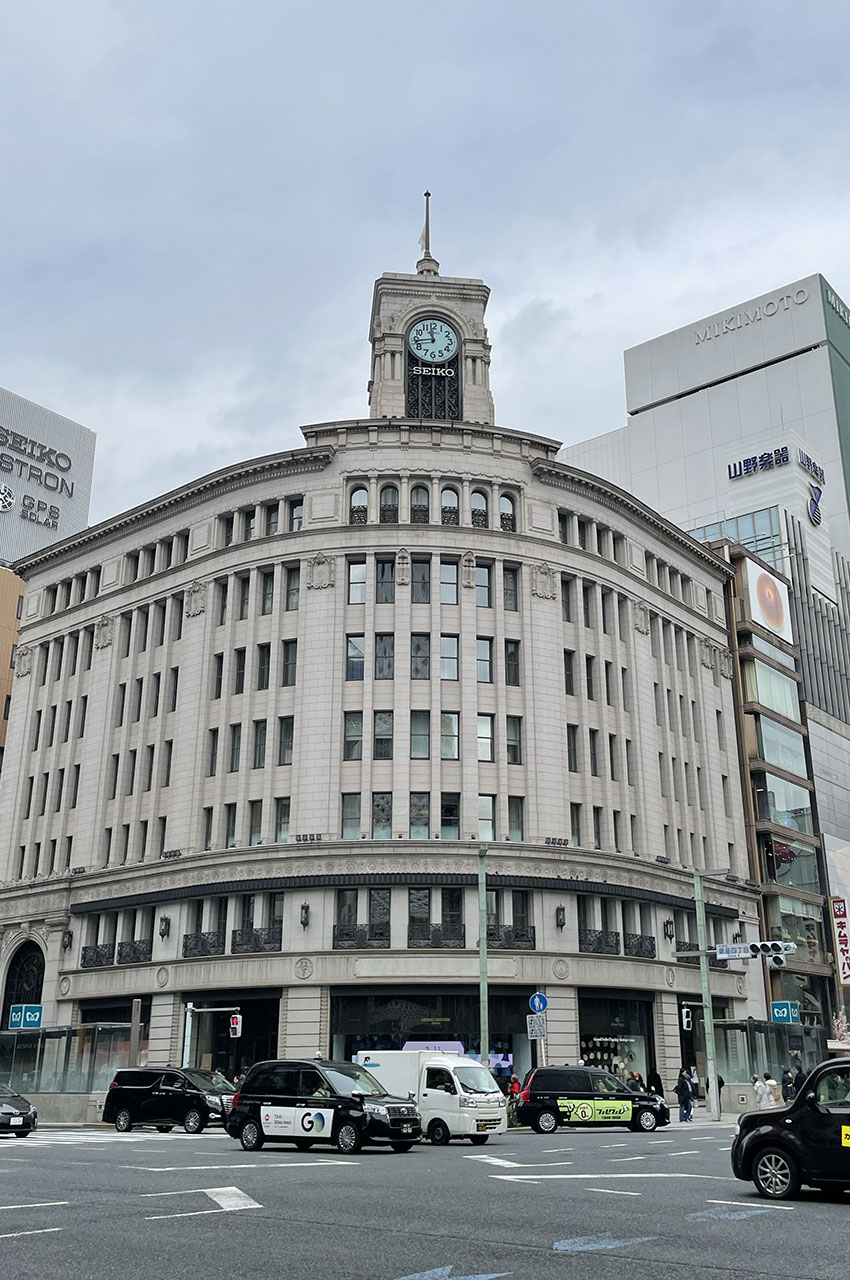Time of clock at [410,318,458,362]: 11:43
